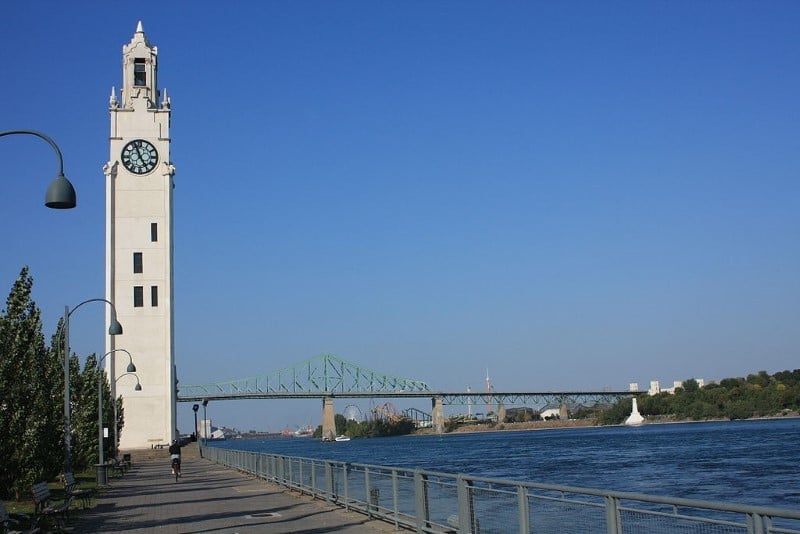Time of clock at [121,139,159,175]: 4:56
